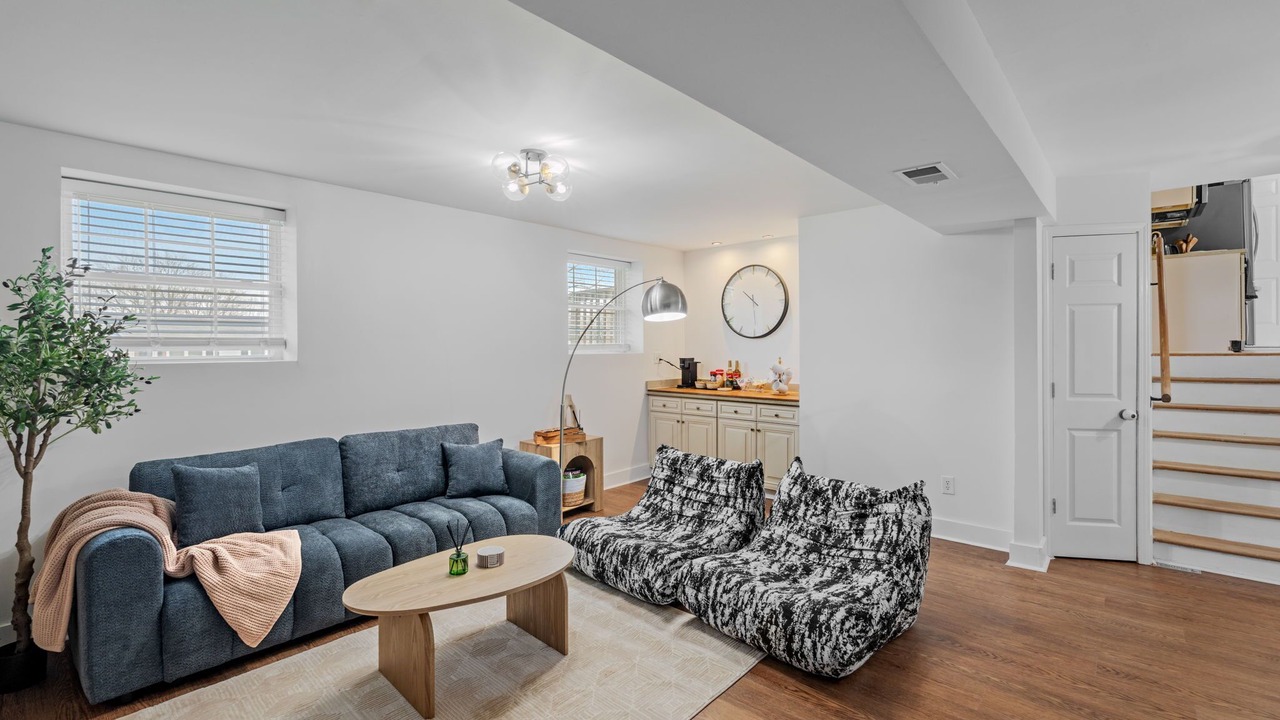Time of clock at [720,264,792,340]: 10:29
